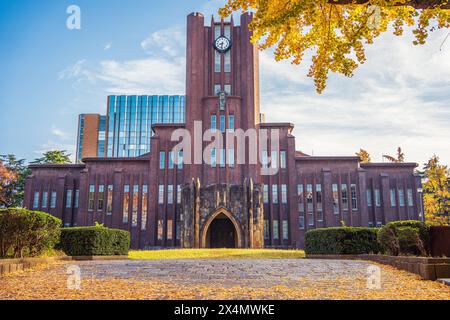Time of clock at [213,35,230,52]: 8:32
